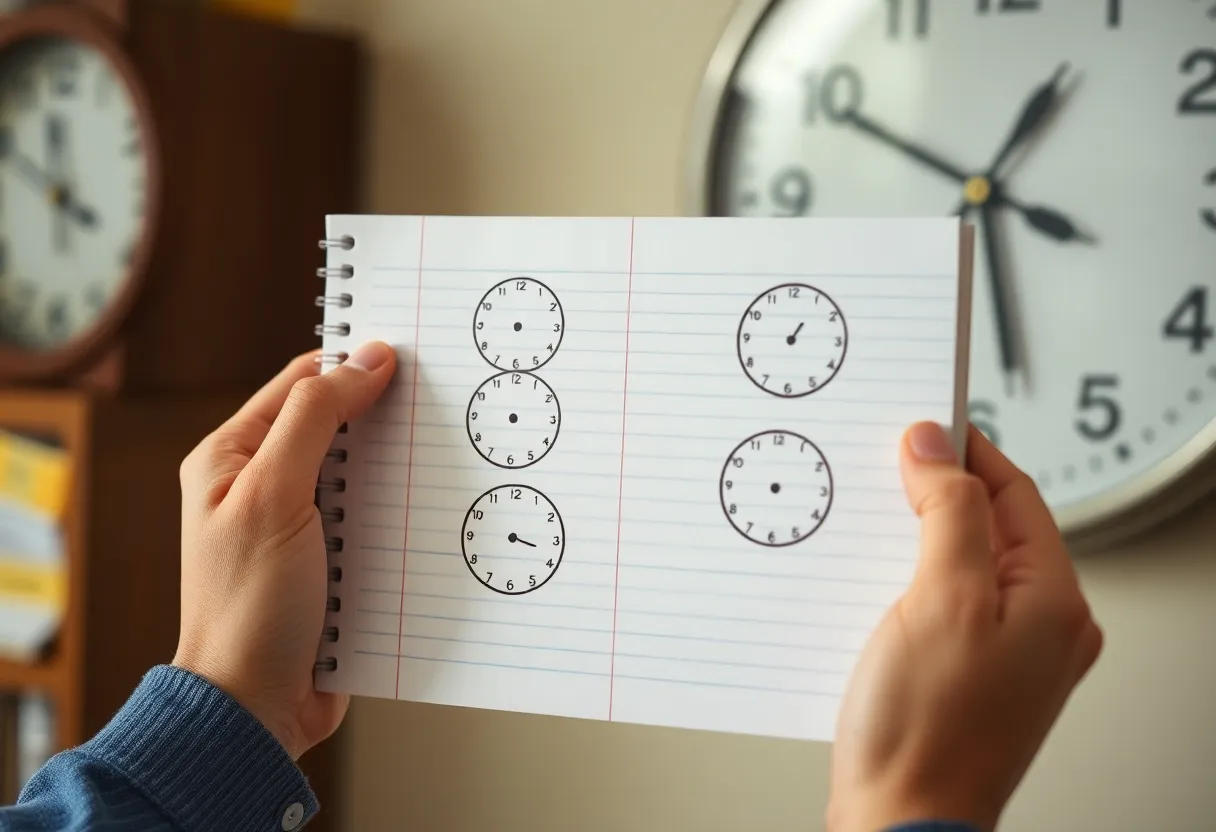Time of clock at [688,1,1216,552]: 12:49
